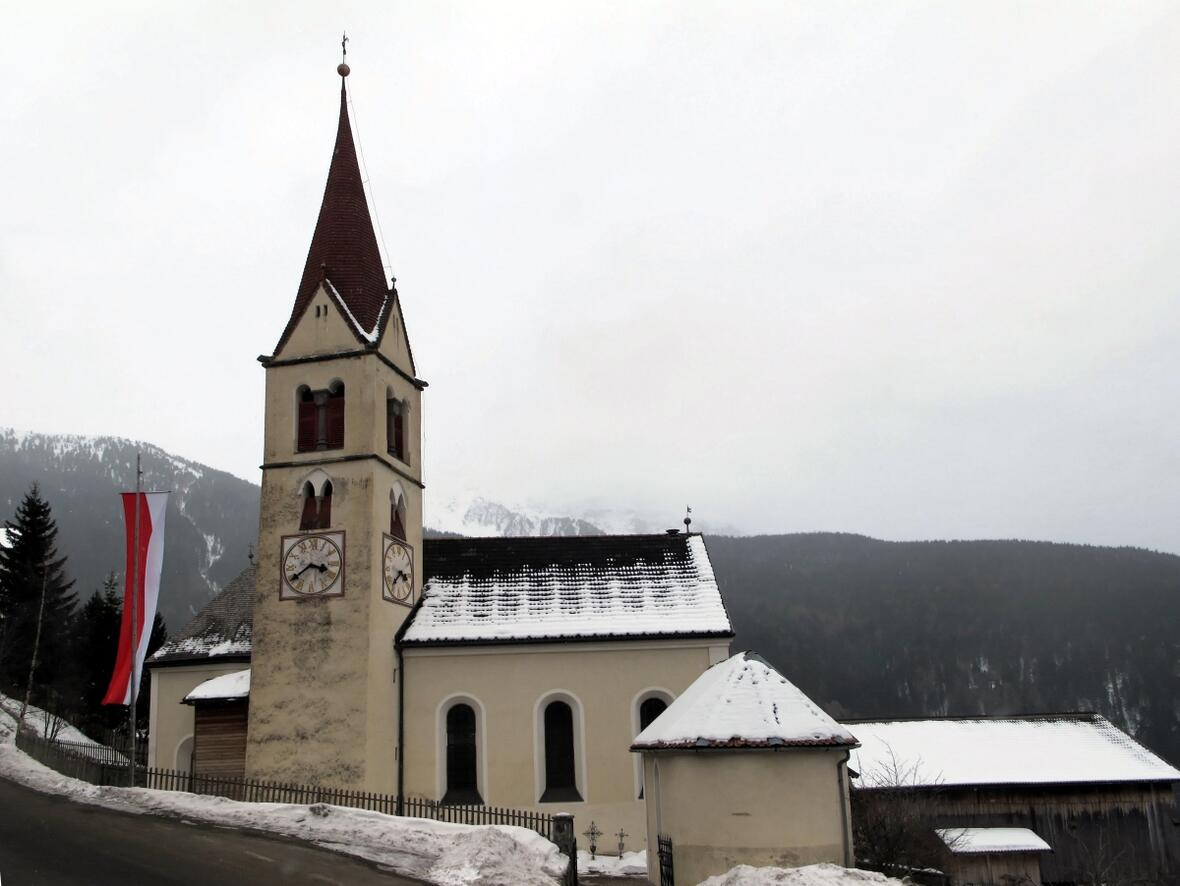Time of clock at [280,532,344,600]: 3:39
